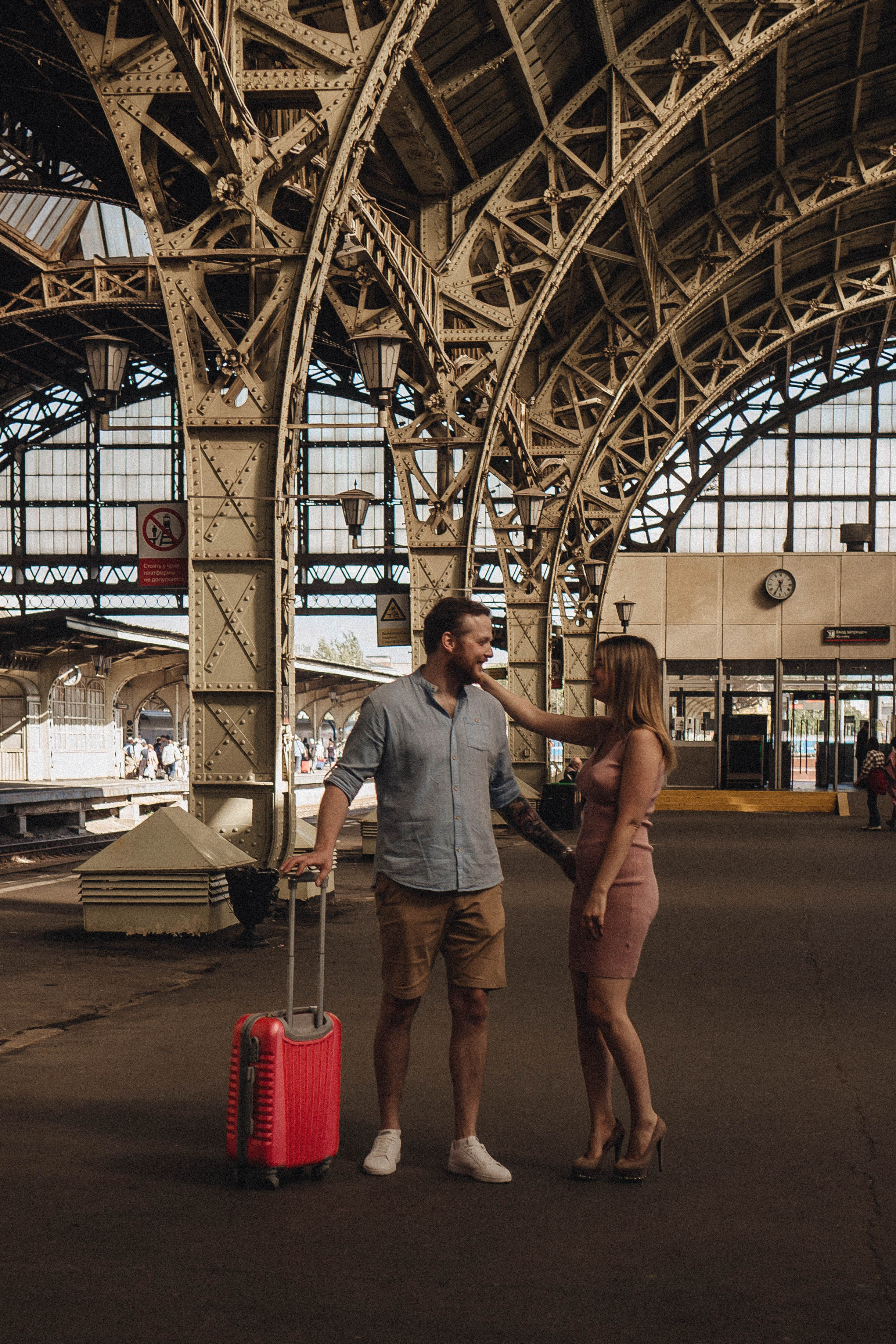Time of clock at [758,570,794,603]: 5:35
